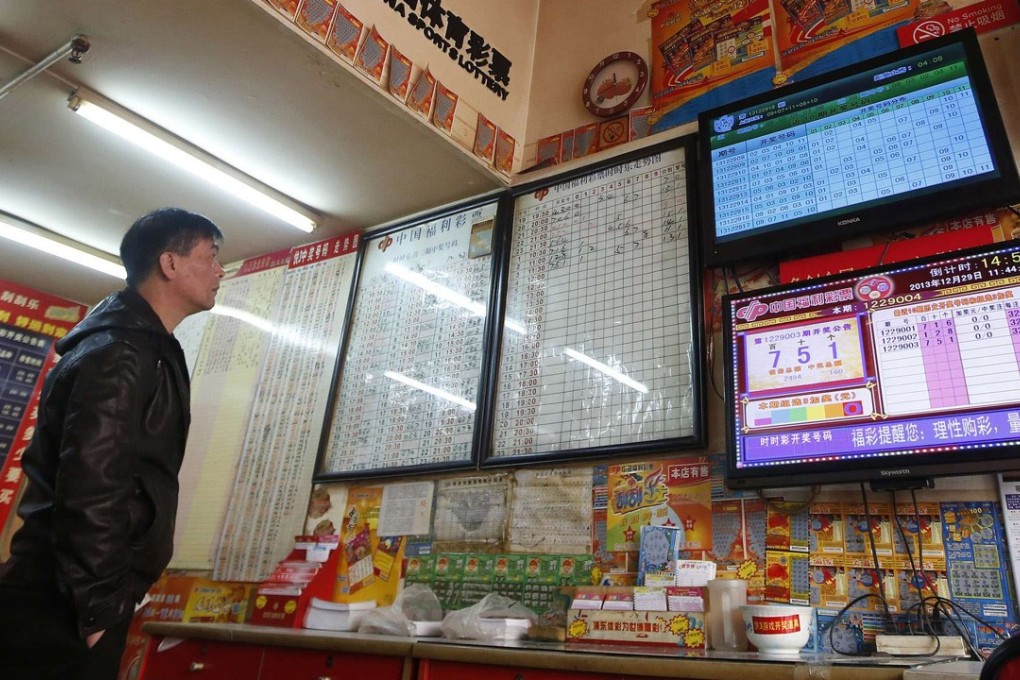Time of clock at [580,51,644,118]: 11:41
